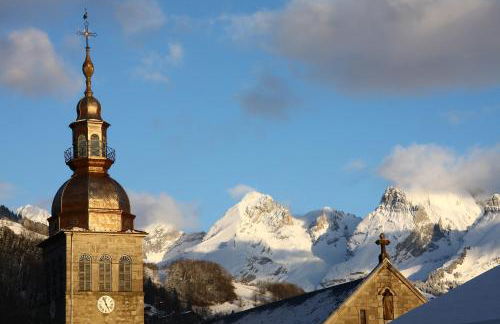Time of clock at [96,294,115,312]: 4:57
